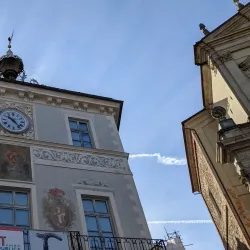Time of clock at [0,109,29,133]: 10:23
